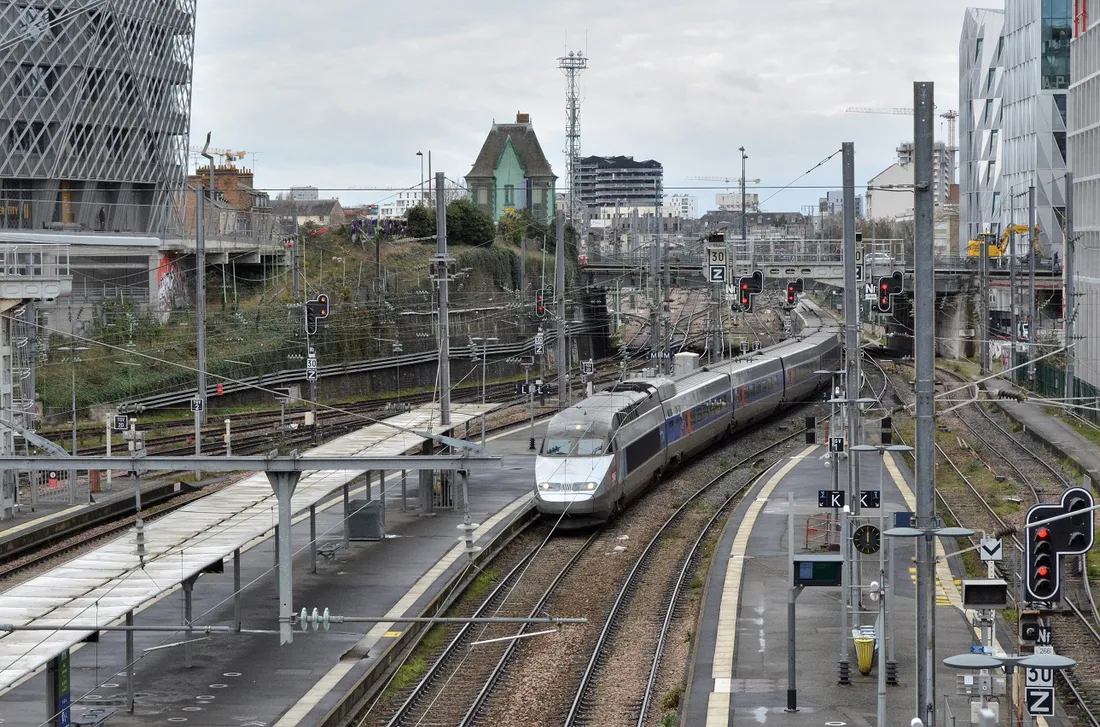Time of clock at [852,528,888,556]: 11:59
